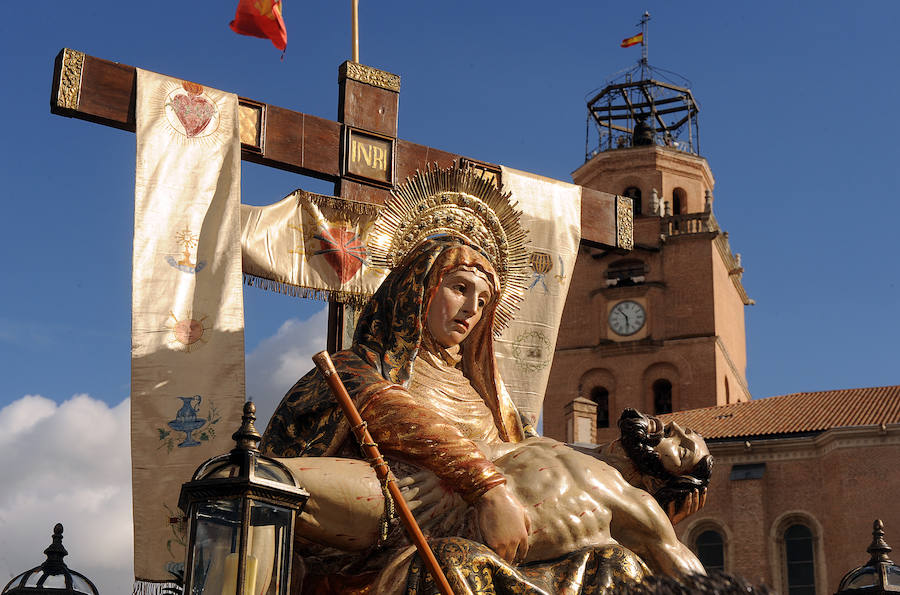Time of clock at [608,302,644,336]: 5:53
